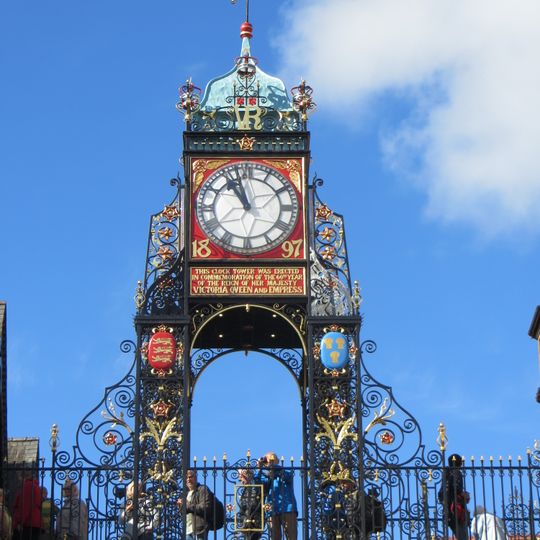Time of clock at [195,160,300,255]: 10:57
